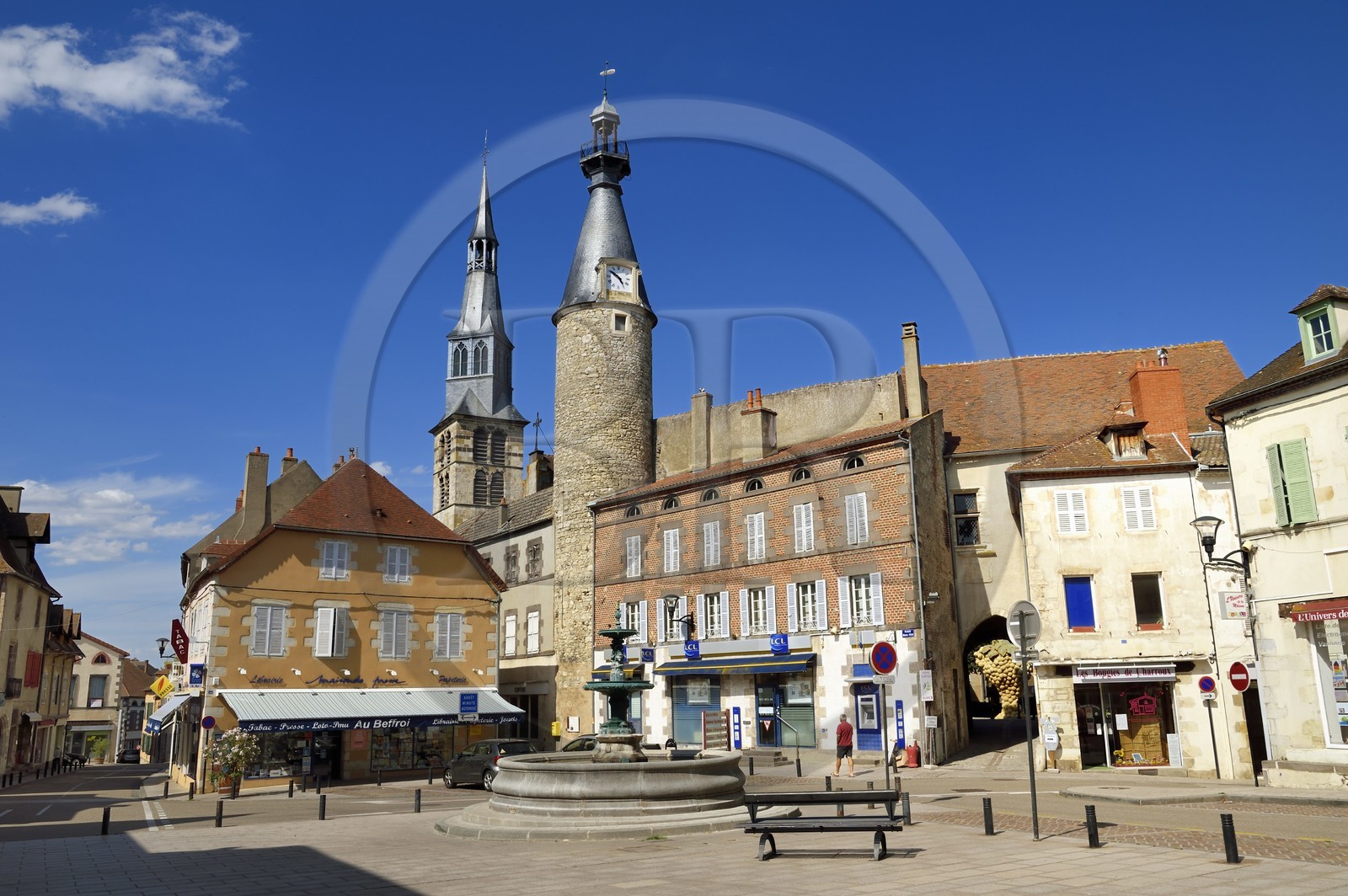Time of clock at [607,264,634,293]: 4:51
